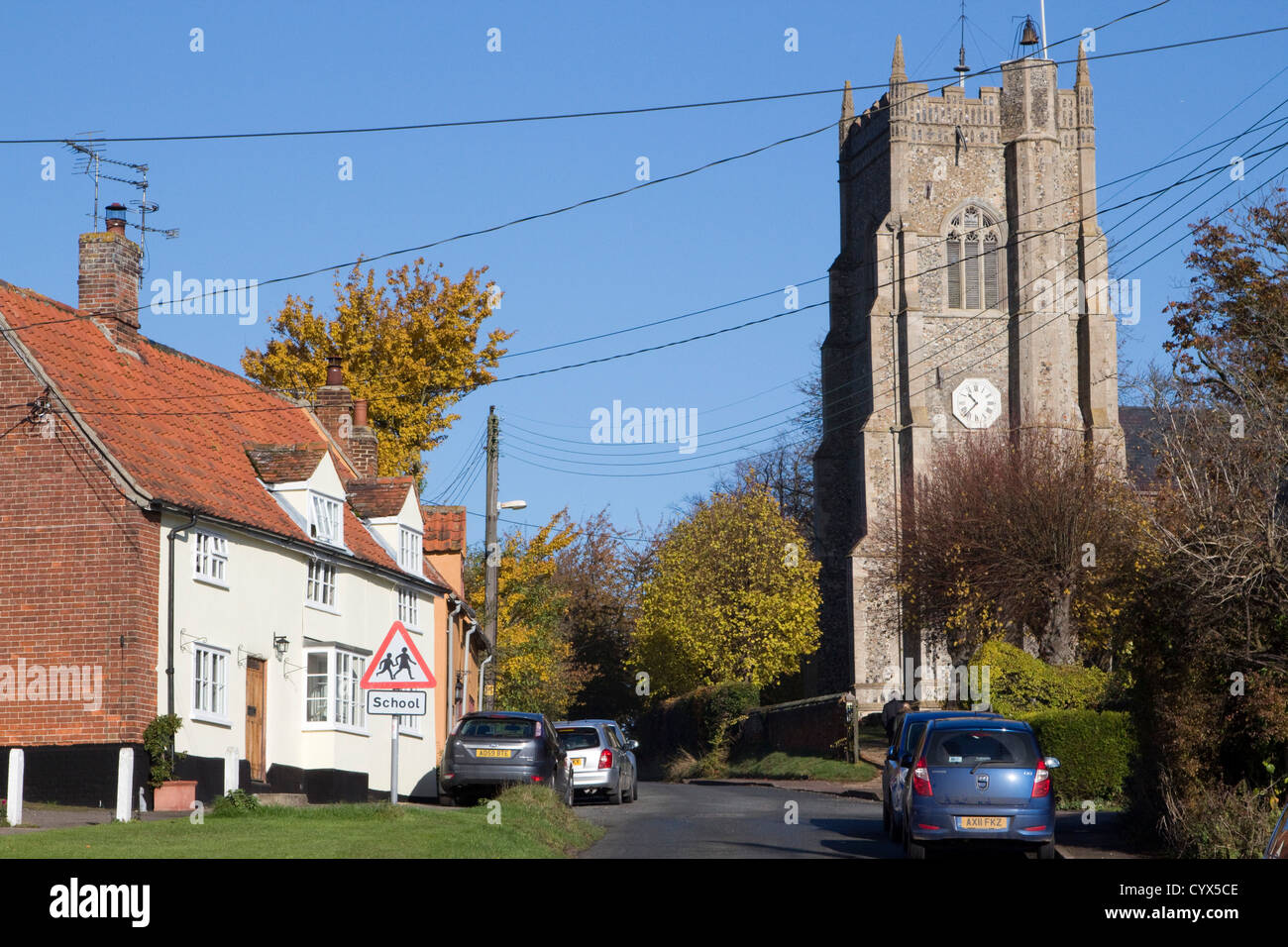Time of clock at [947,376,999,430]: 10:37
